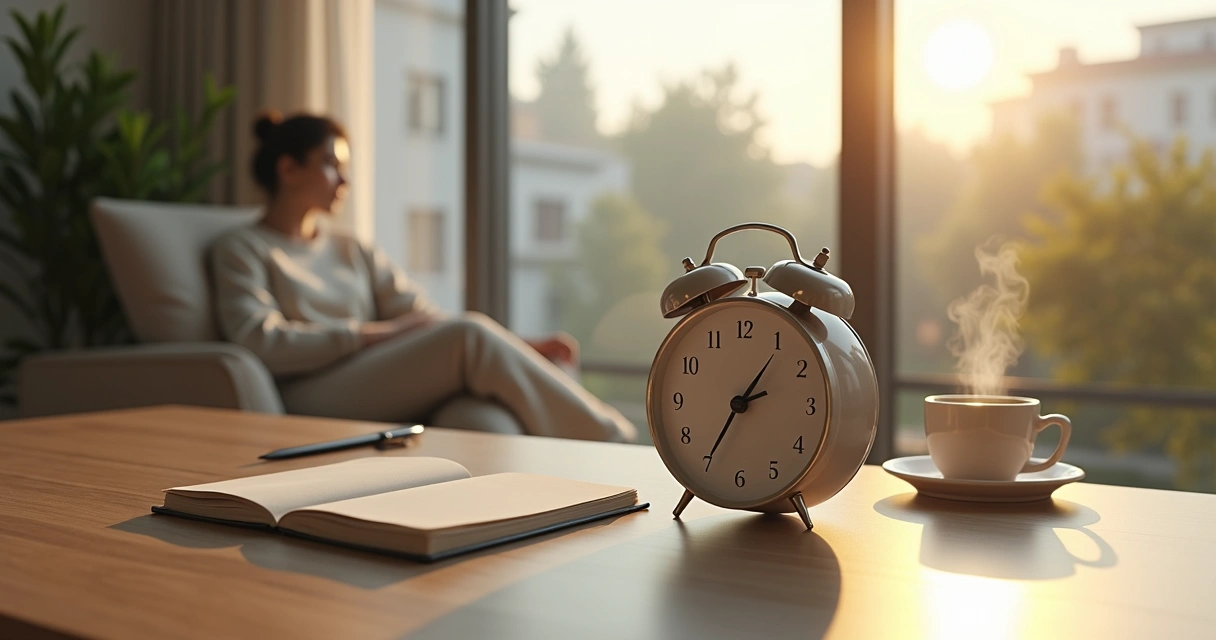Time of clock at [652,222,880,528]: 2:35
